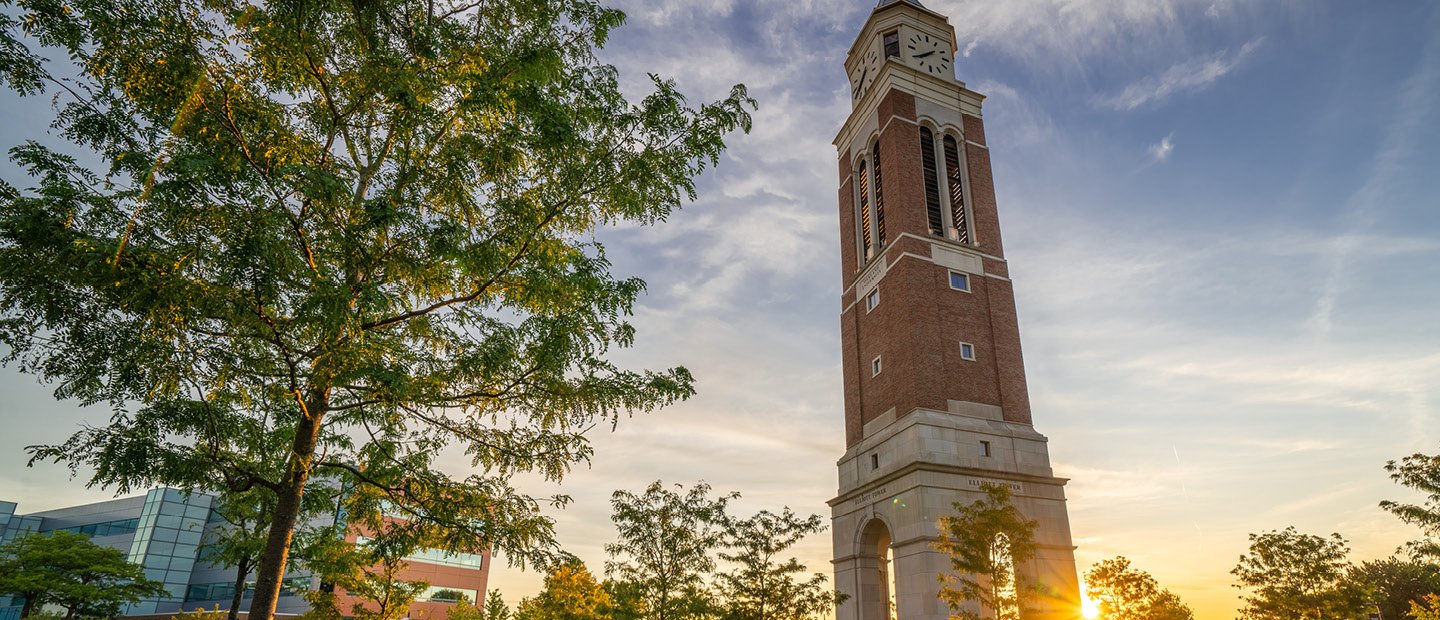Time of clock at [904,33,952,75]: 7:39
